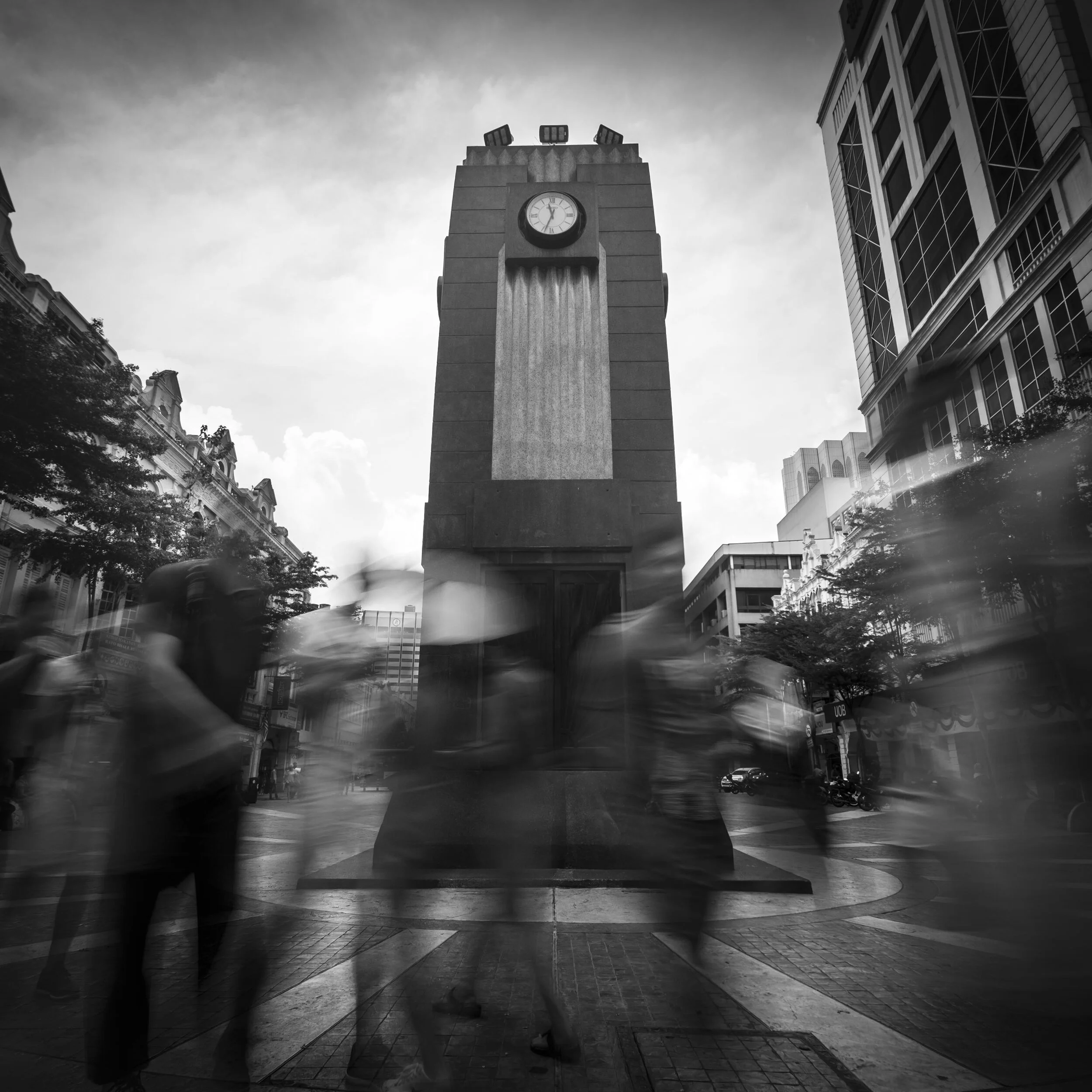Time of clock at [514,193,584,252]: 11:33
